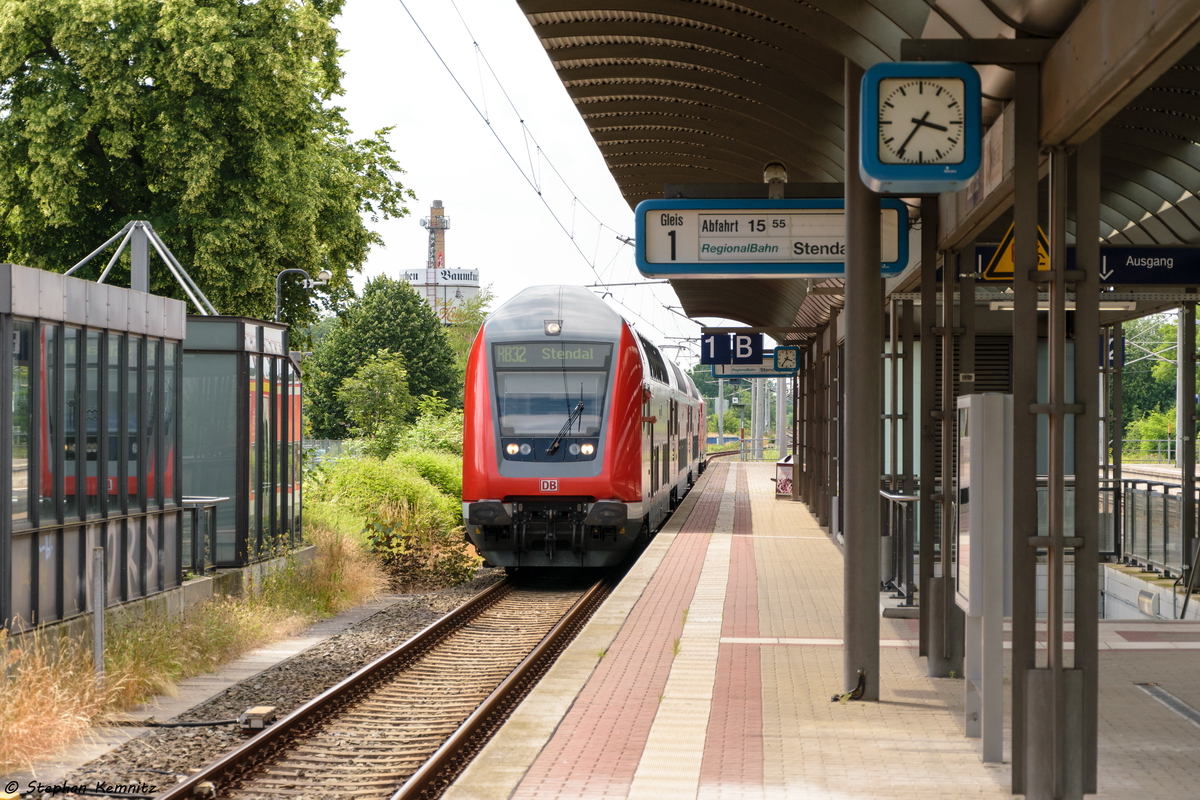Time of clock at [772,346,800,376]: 3:36
